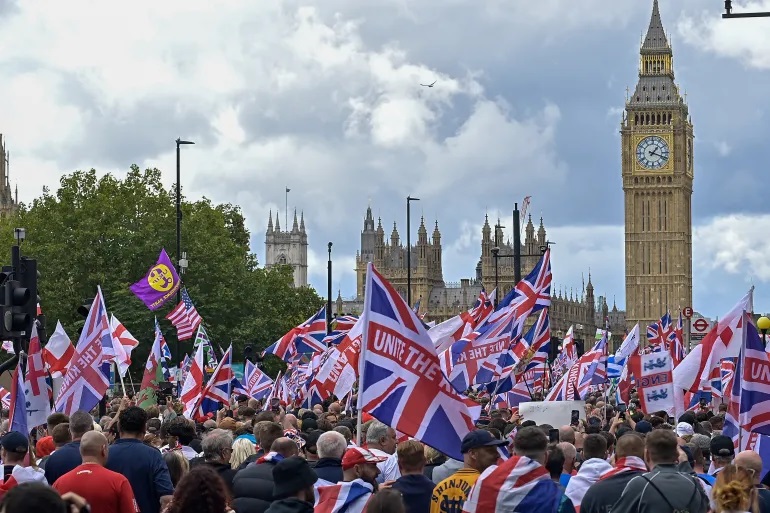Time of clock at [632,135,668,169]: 1:18
